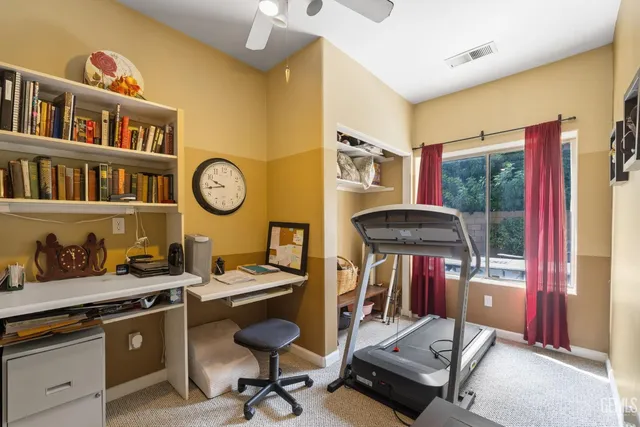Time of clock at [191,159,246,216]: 9:43
